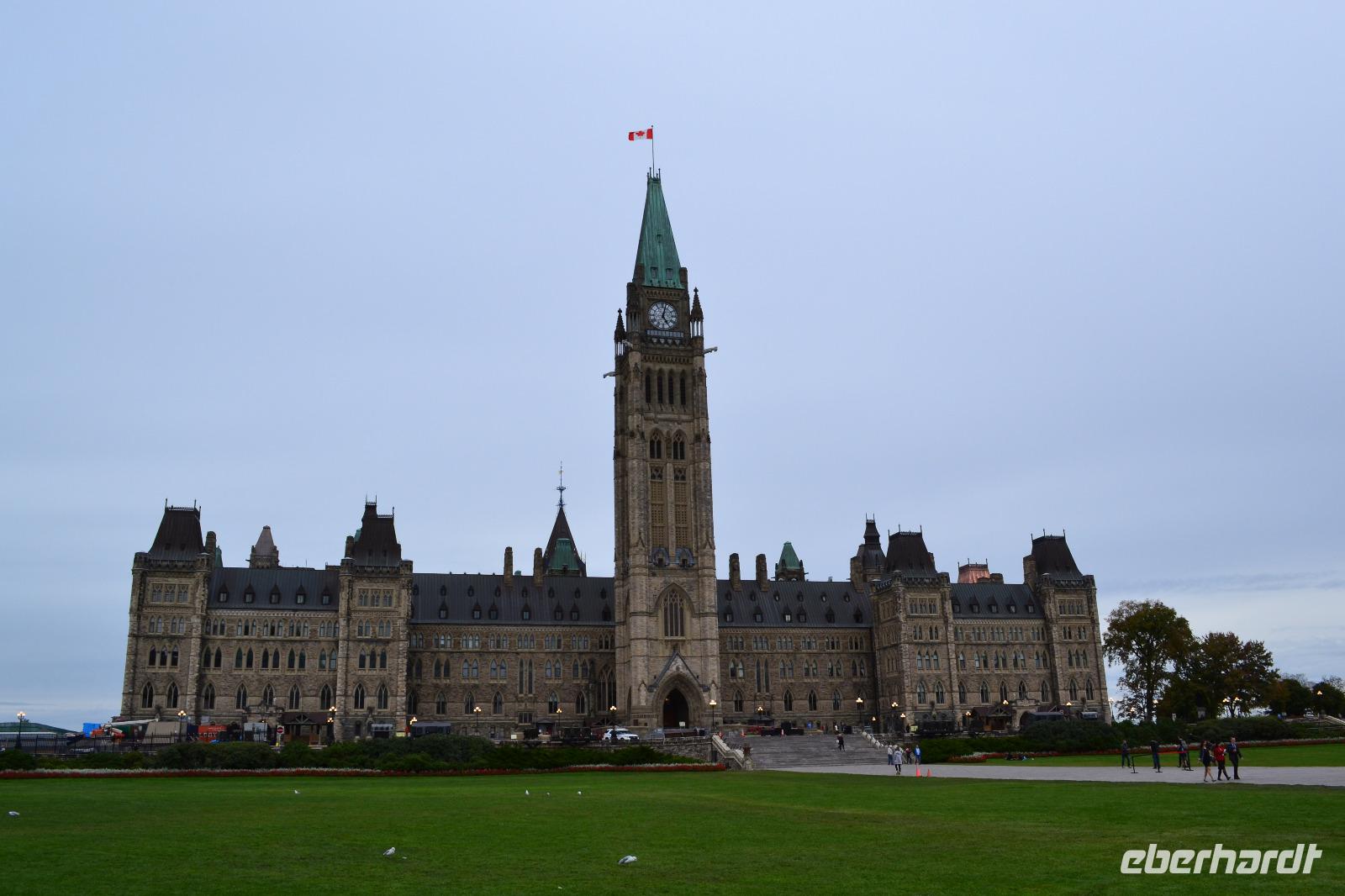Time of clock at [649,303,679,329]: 5:02
